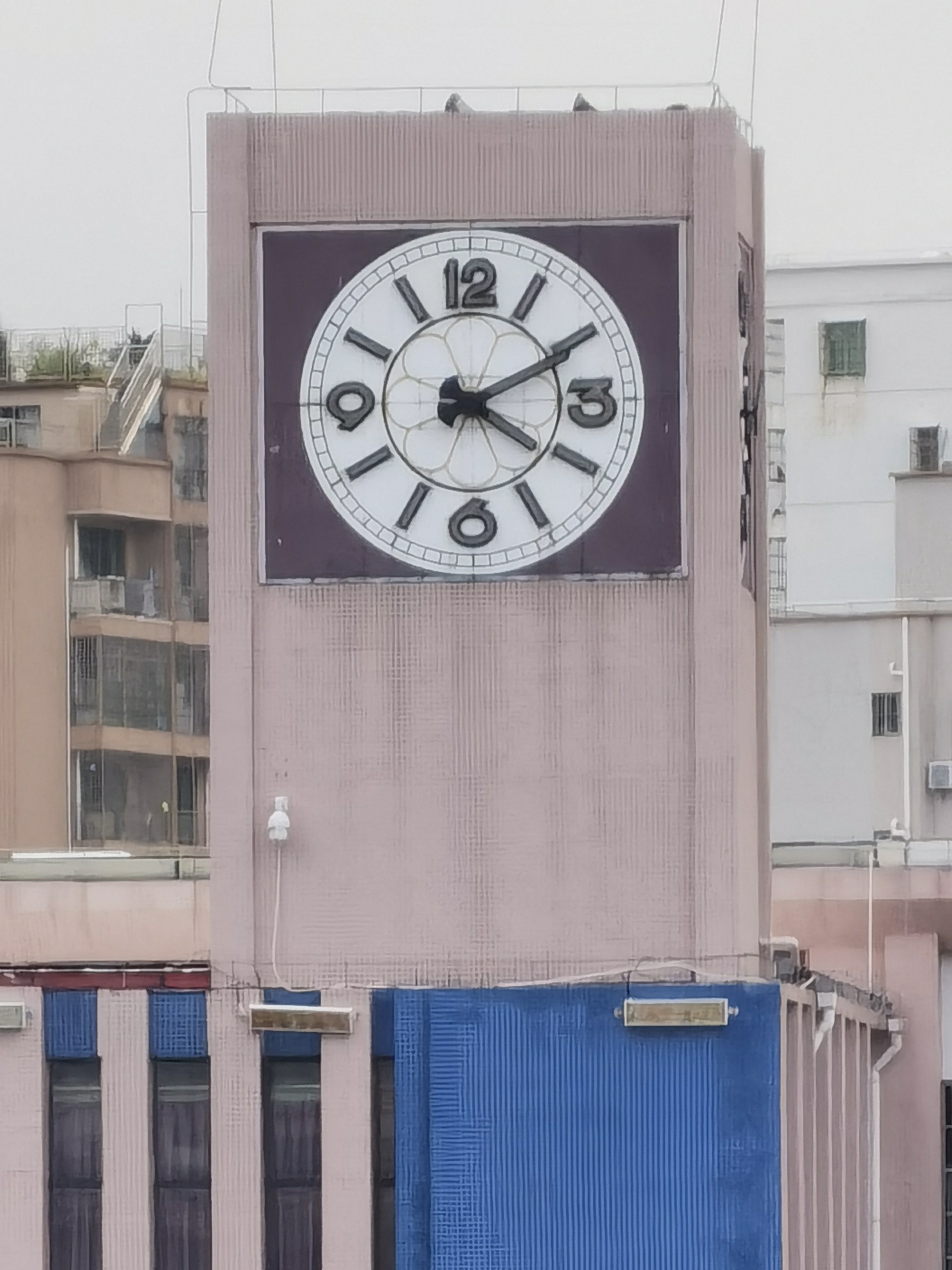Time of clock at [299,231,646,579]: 4:10
